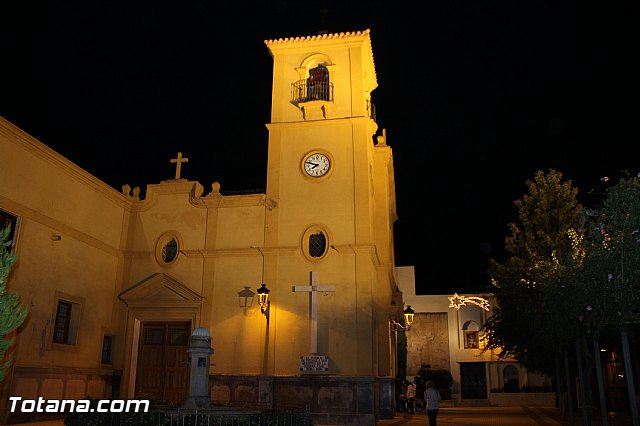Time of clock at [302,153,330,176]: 7:47
